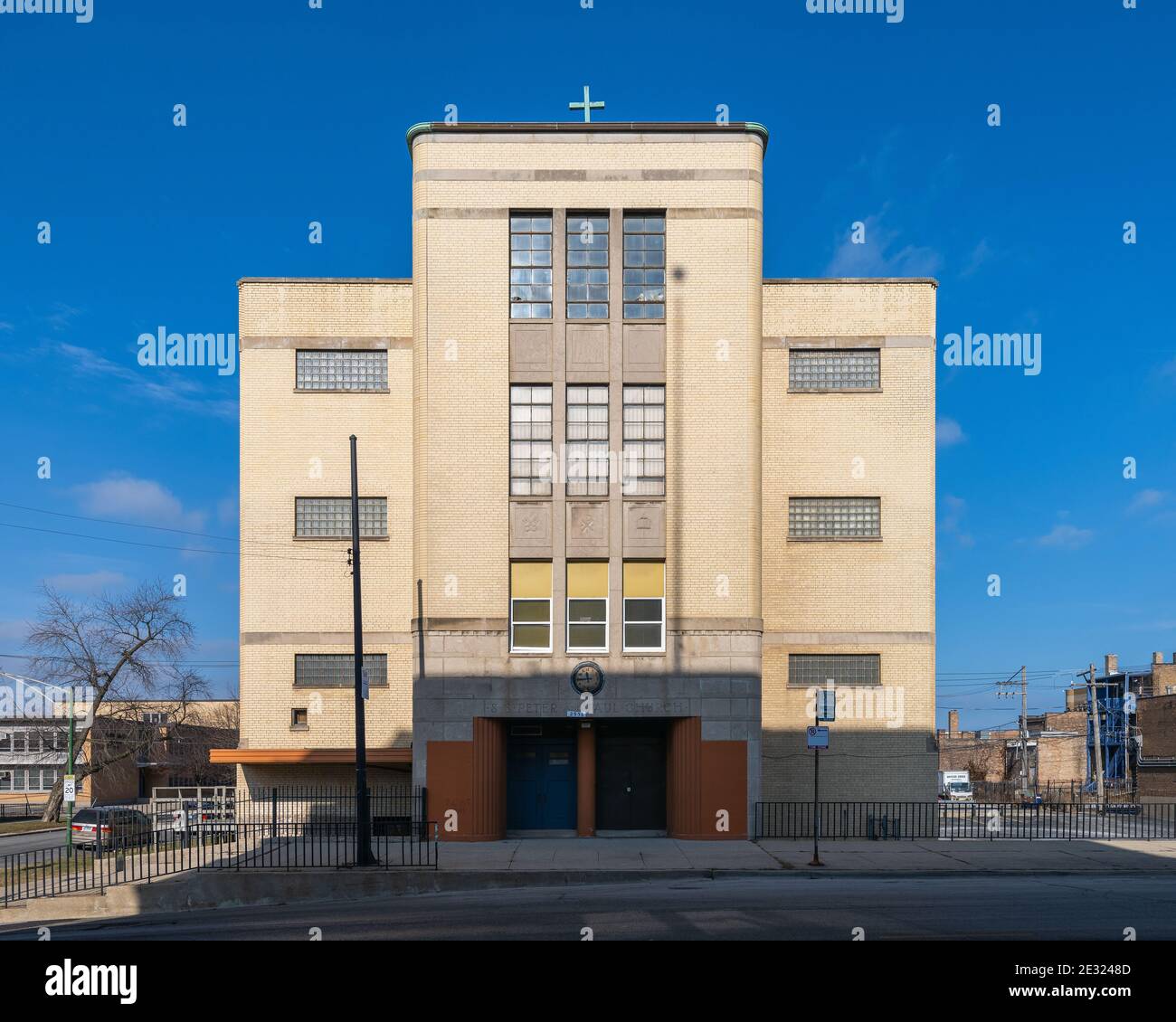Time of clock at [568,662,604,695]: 11:44
